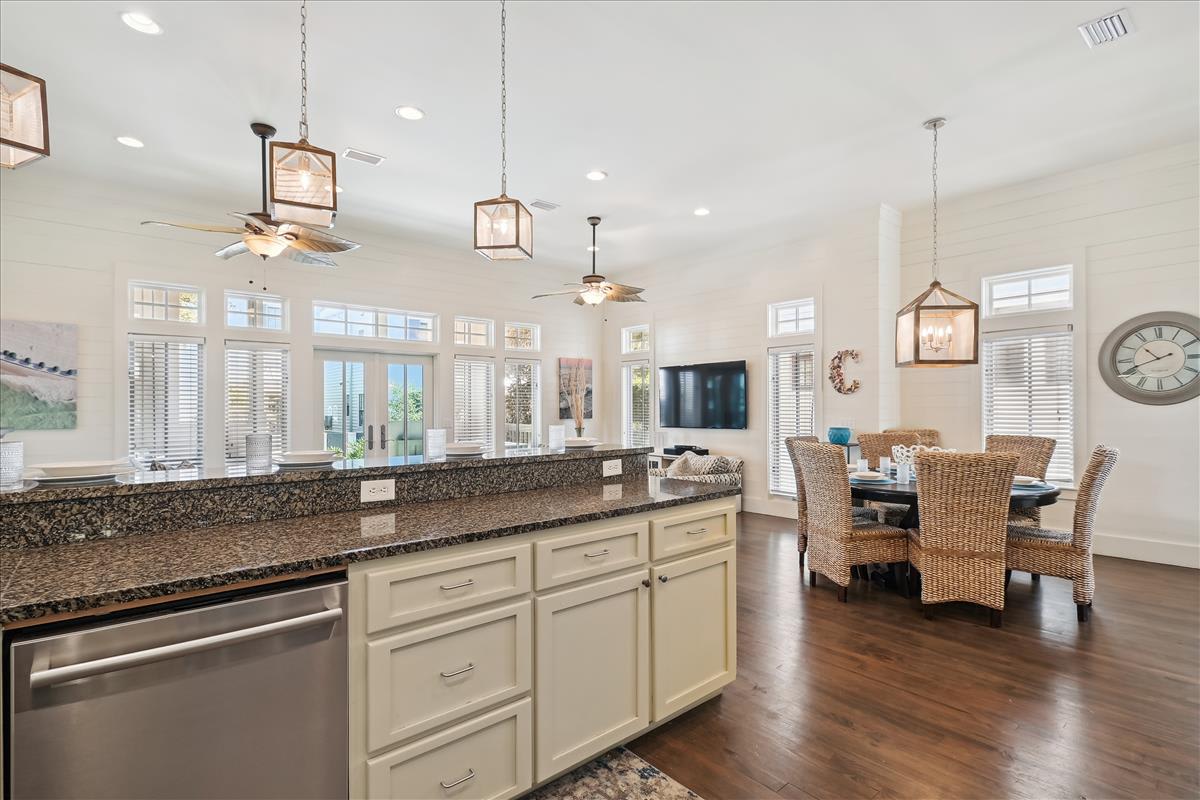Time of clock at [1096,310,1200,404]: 10:40
